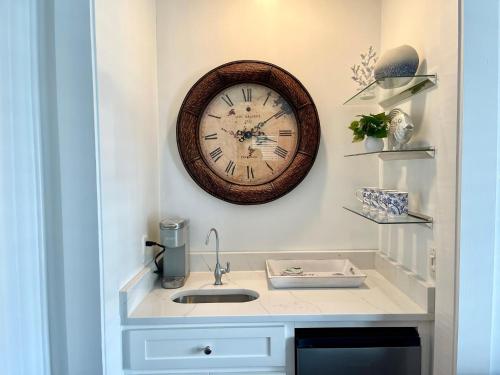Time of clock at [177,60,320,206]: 3:09
